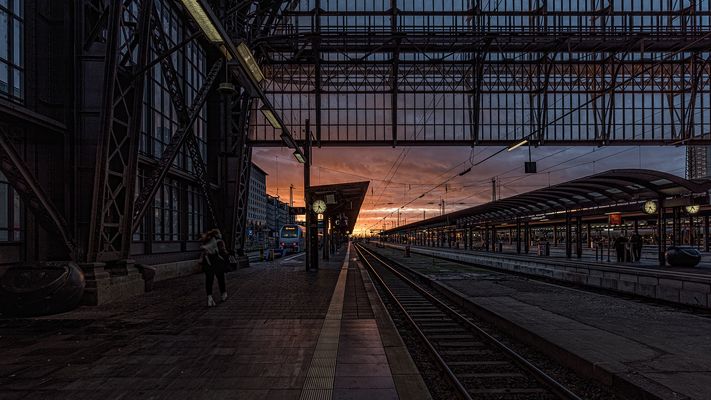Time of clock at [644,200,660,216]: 4:35
